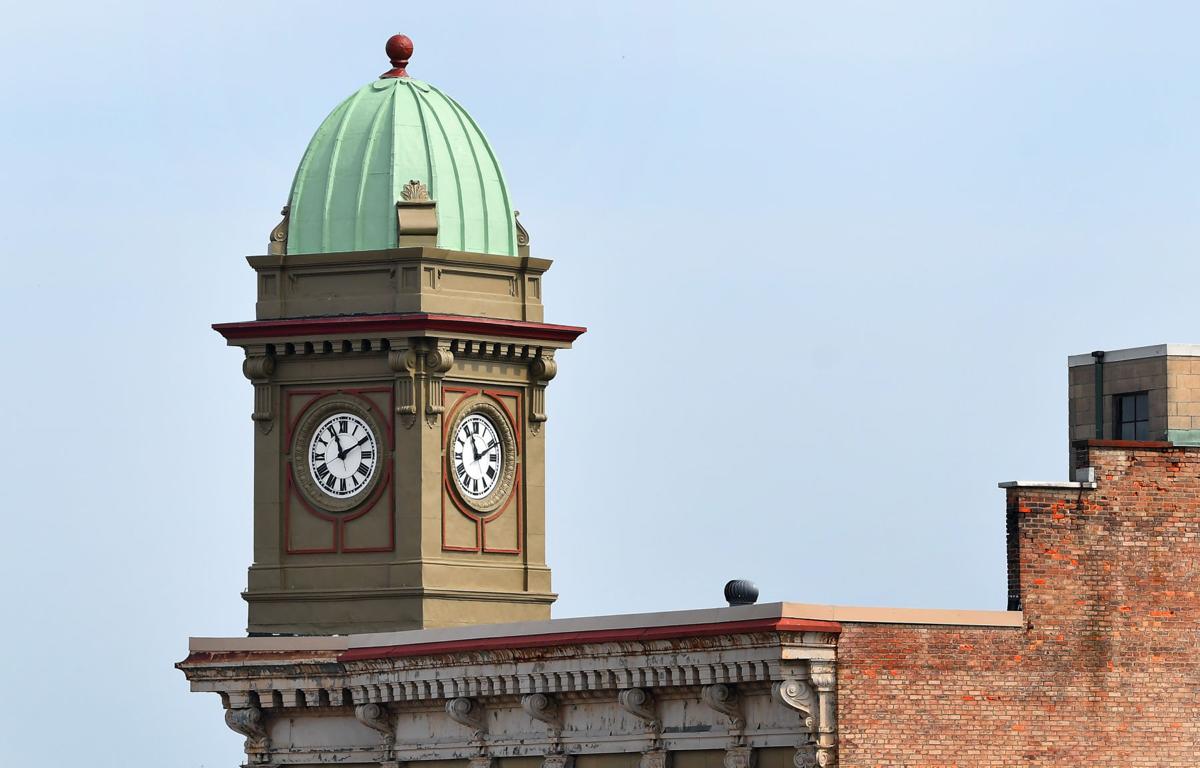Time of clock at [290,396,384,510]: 11:10
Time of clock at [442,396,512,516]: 11:11
